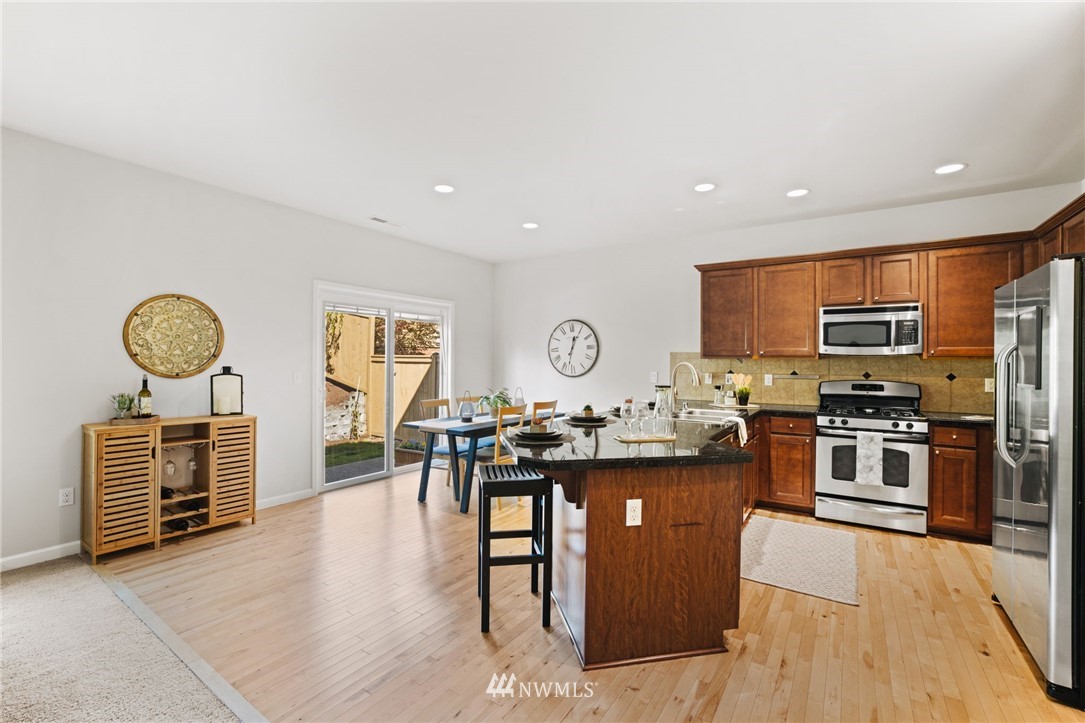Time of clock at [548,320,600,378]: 12:32
